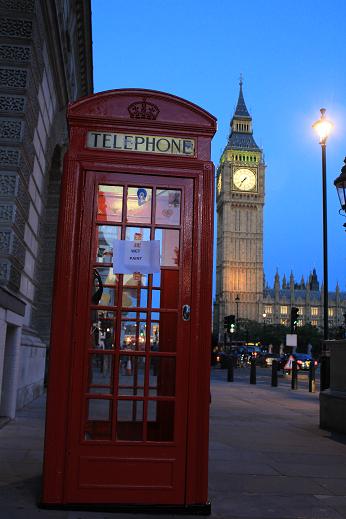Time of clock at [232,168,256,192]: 7:36
